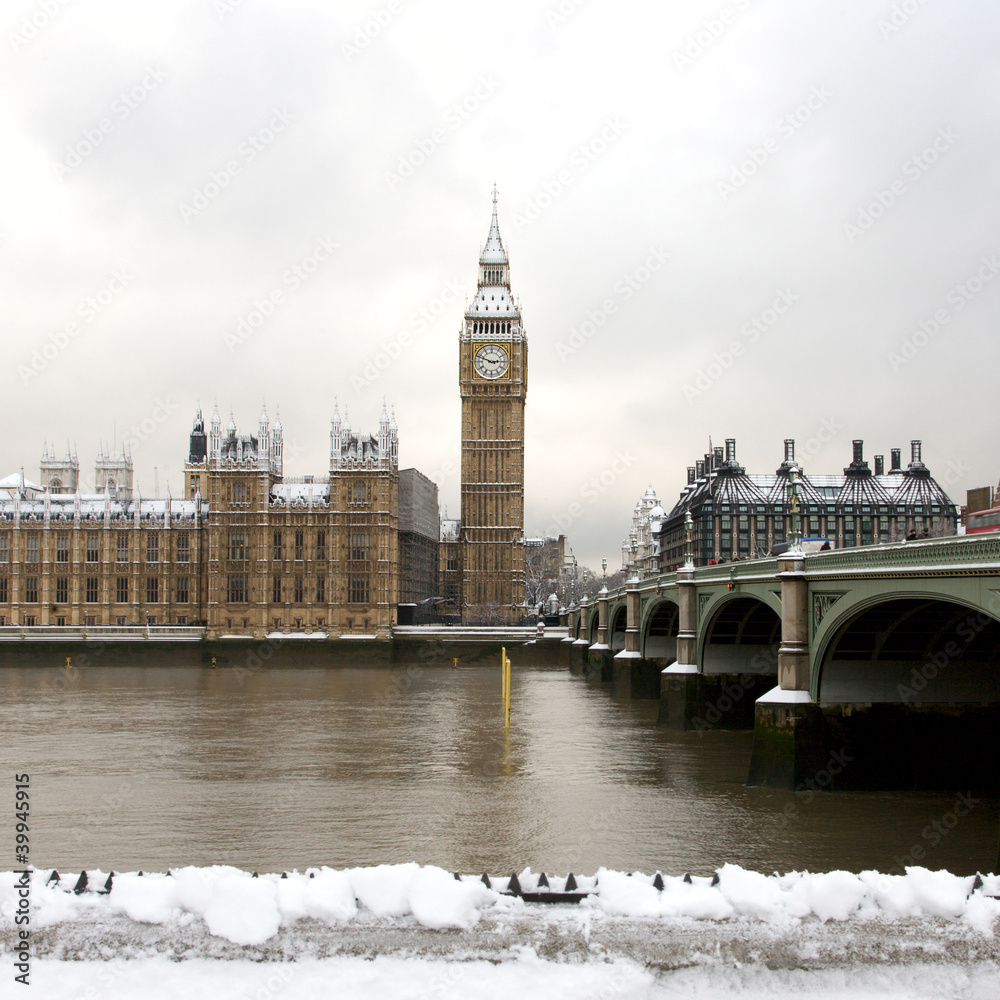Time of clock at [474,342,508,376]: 2:48
